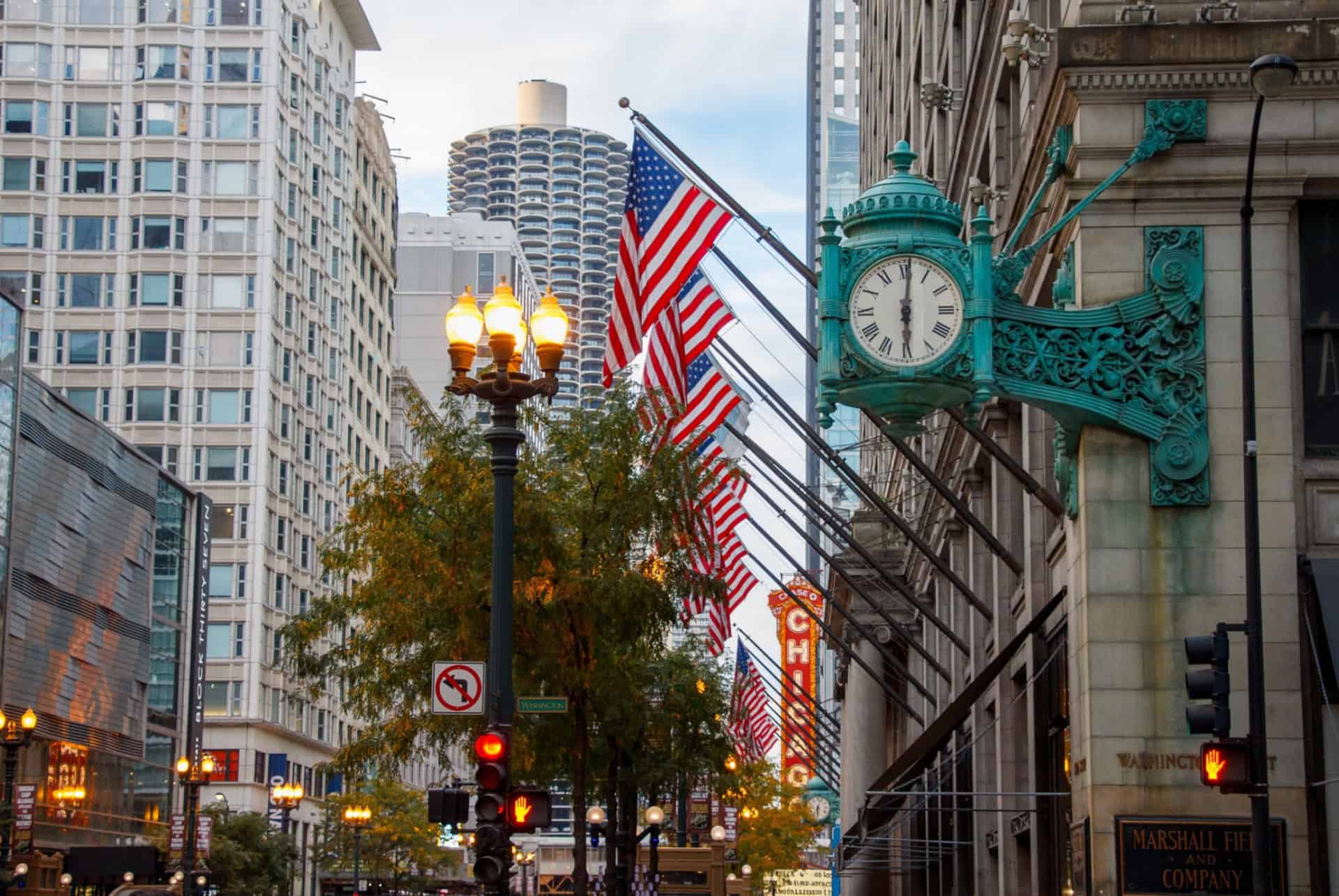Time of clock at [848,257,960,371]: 6:00
